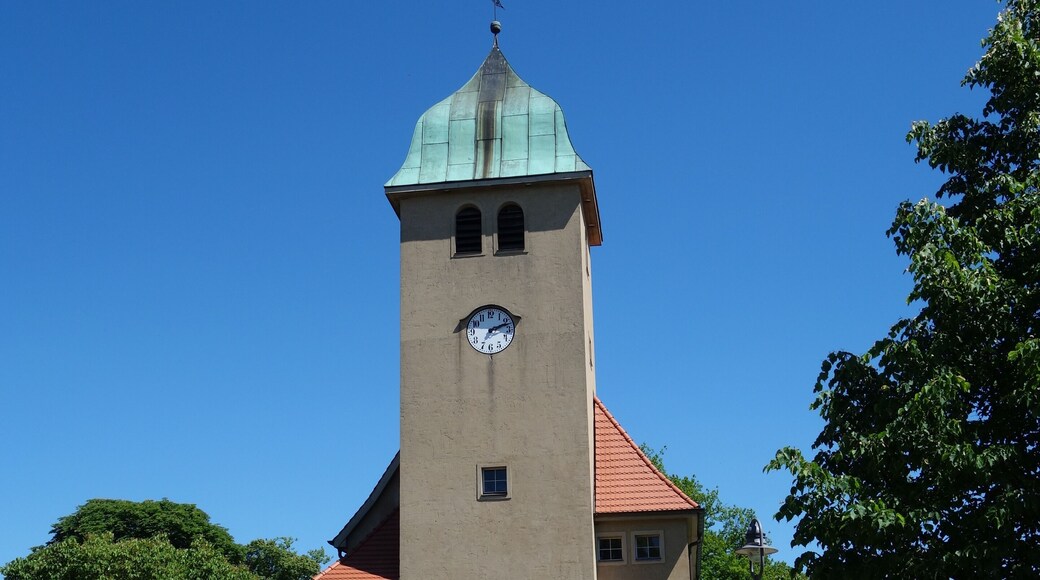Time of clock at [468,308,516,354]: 7:11
